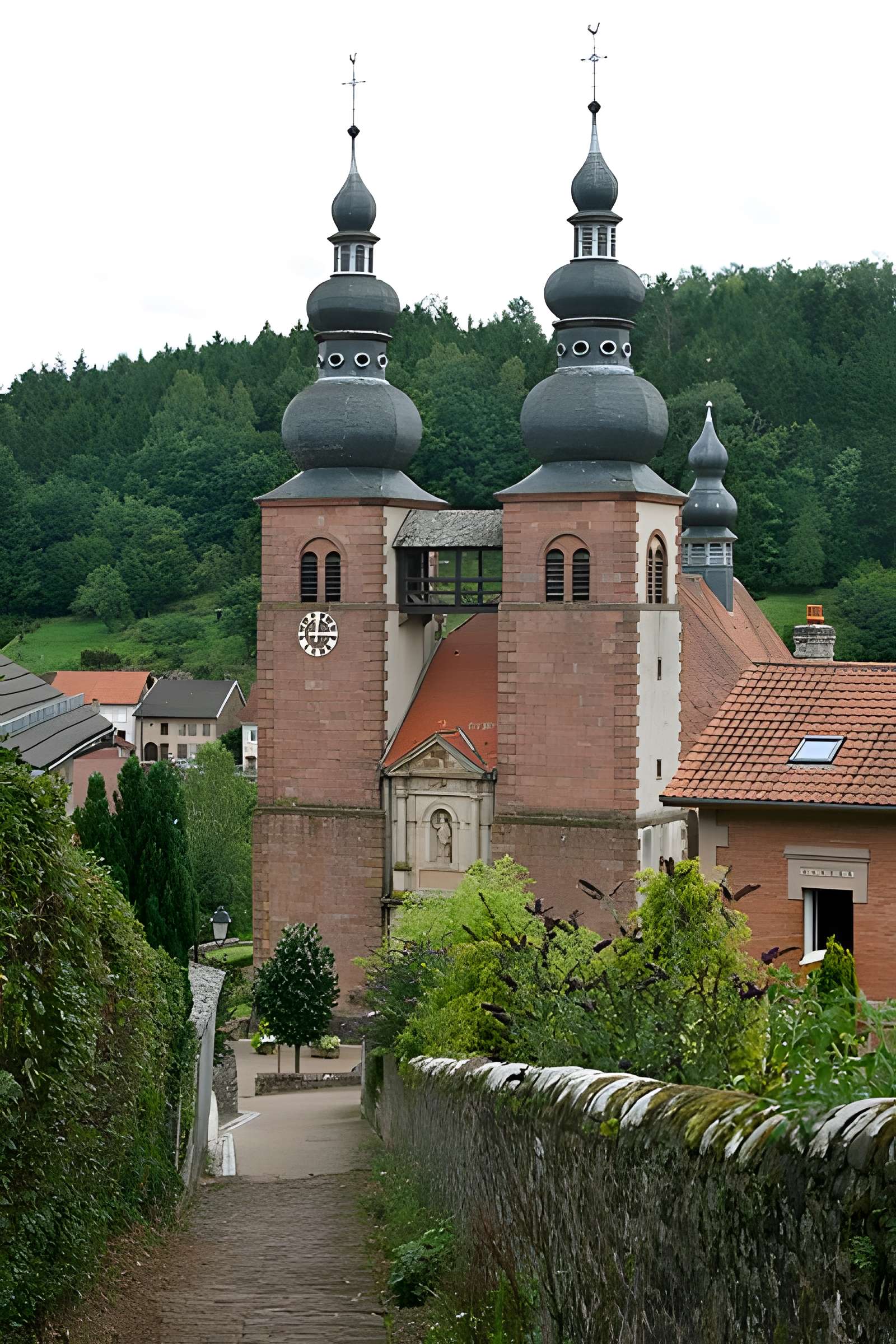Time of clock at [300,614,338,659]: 12:14
